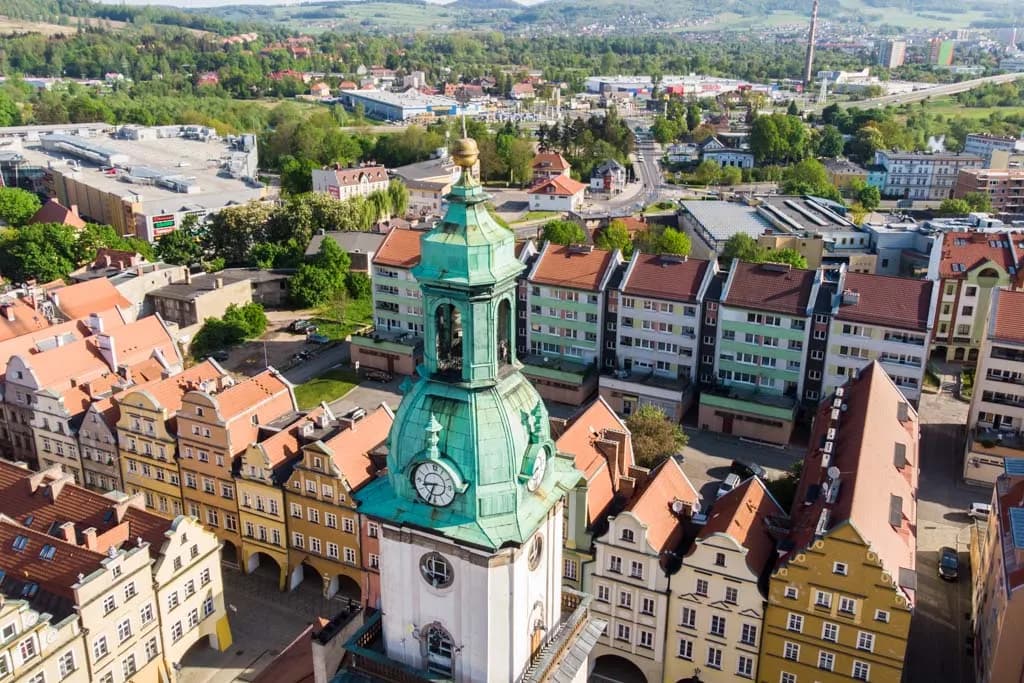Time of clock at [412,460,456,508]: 8:33
